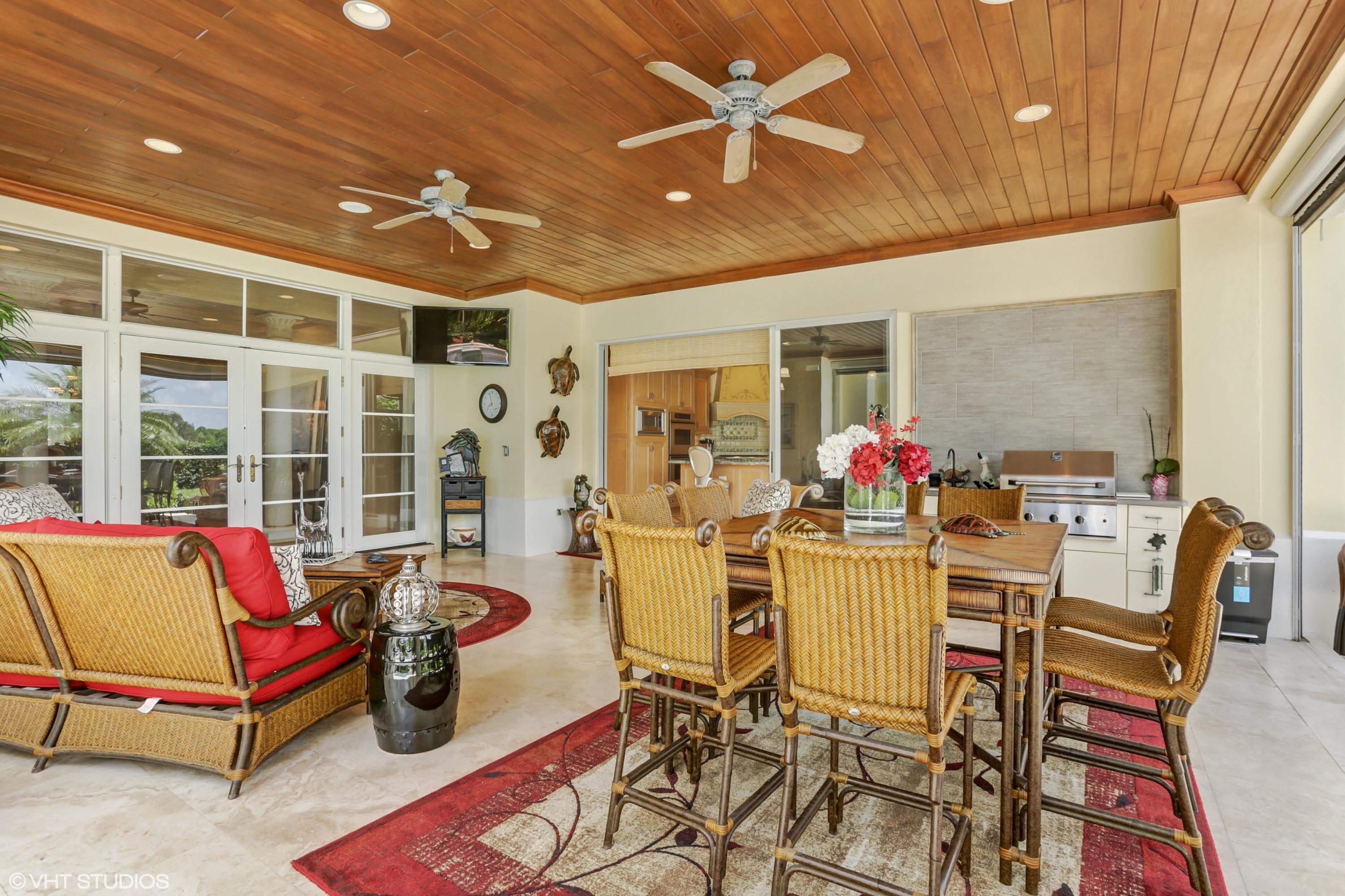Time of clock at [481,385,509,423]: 7:57
